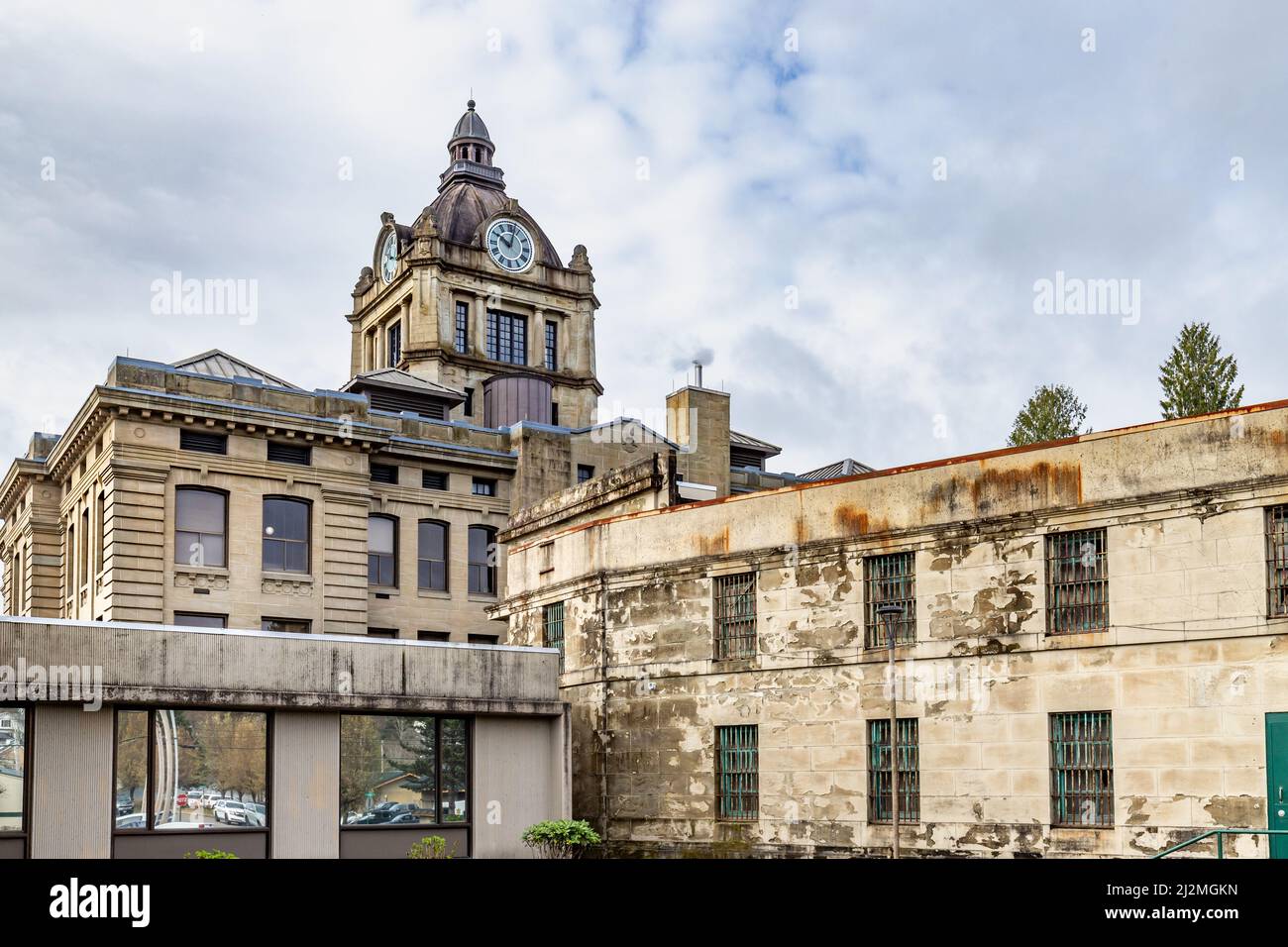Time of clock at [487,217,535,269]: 10:02
